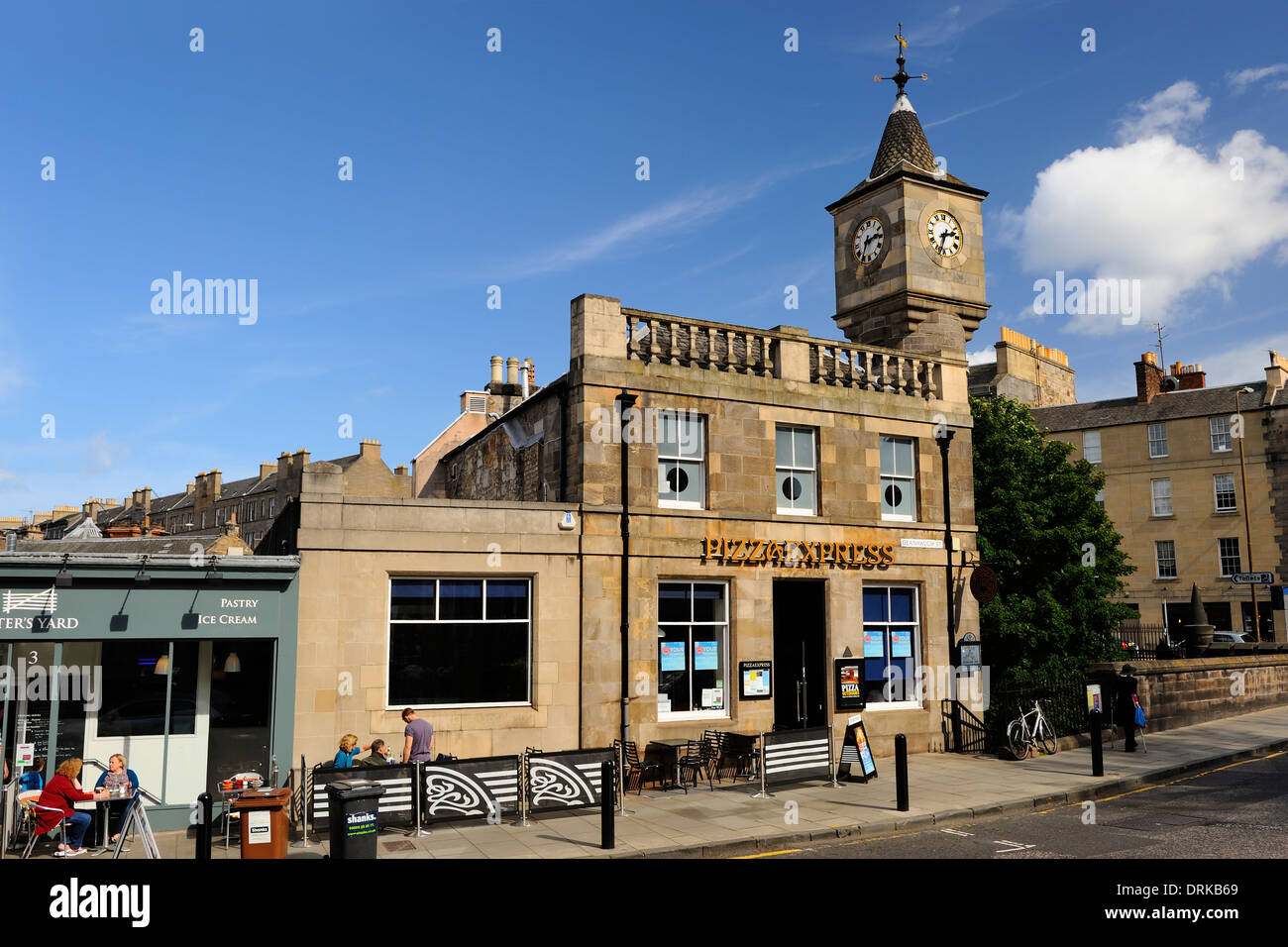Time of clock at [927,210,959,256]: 2:33
